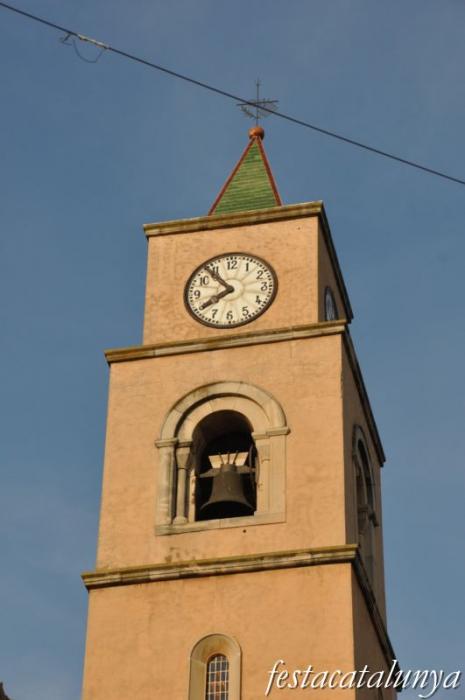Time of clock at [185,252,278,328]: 7:53
